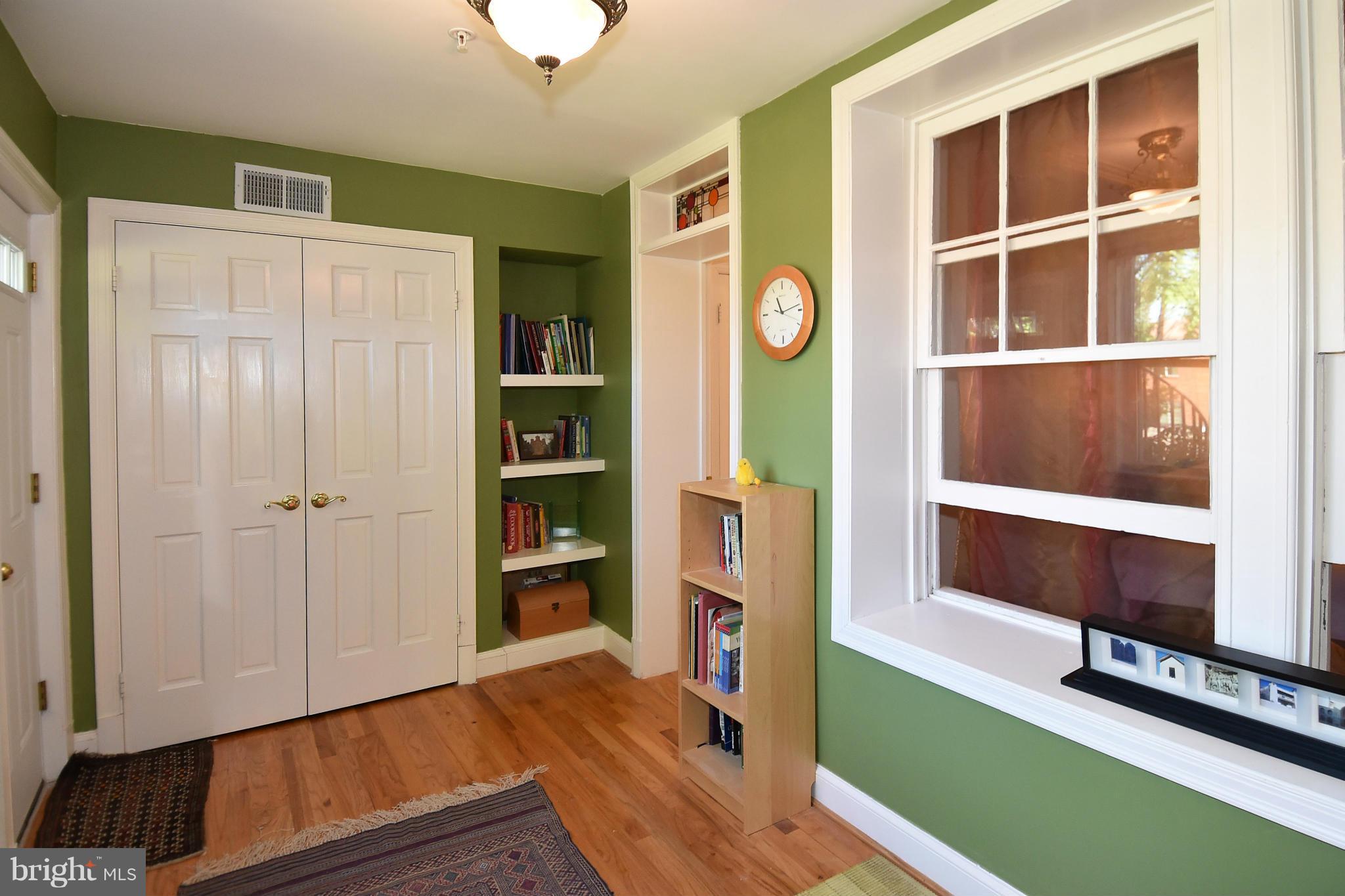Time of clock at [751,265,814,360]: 11:13
